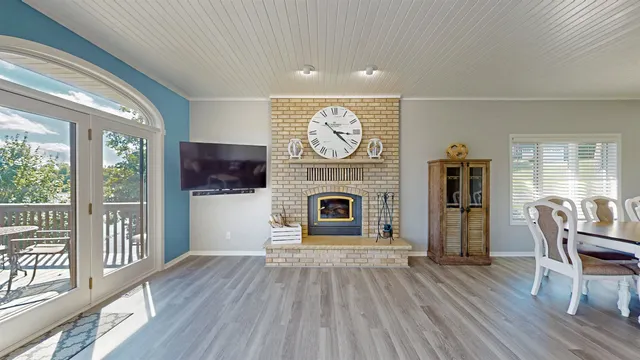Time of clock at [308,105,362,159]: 3:22
